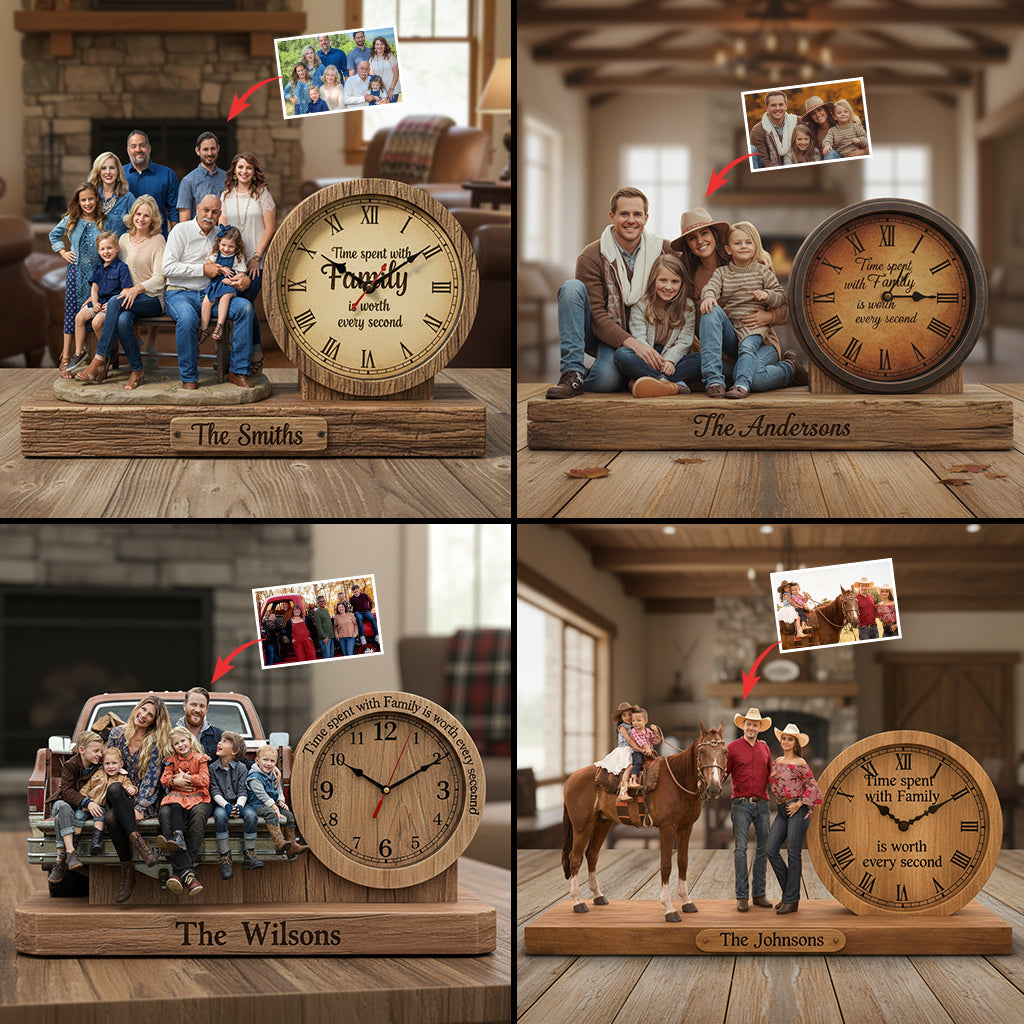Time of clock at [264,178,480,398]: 10:09
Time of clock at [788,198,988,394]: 1:14
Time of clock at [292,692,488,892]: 10:10
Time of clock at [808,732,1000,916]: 10:09
